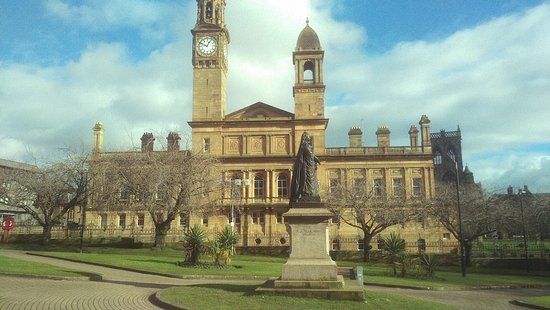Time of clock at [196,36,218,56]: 12:49
